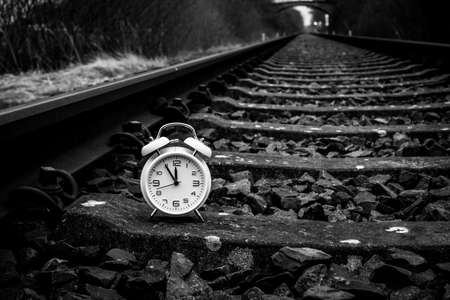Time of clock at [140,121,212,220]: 11:54
